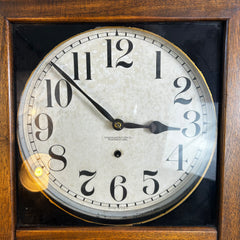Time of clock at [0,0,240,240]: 2:52
